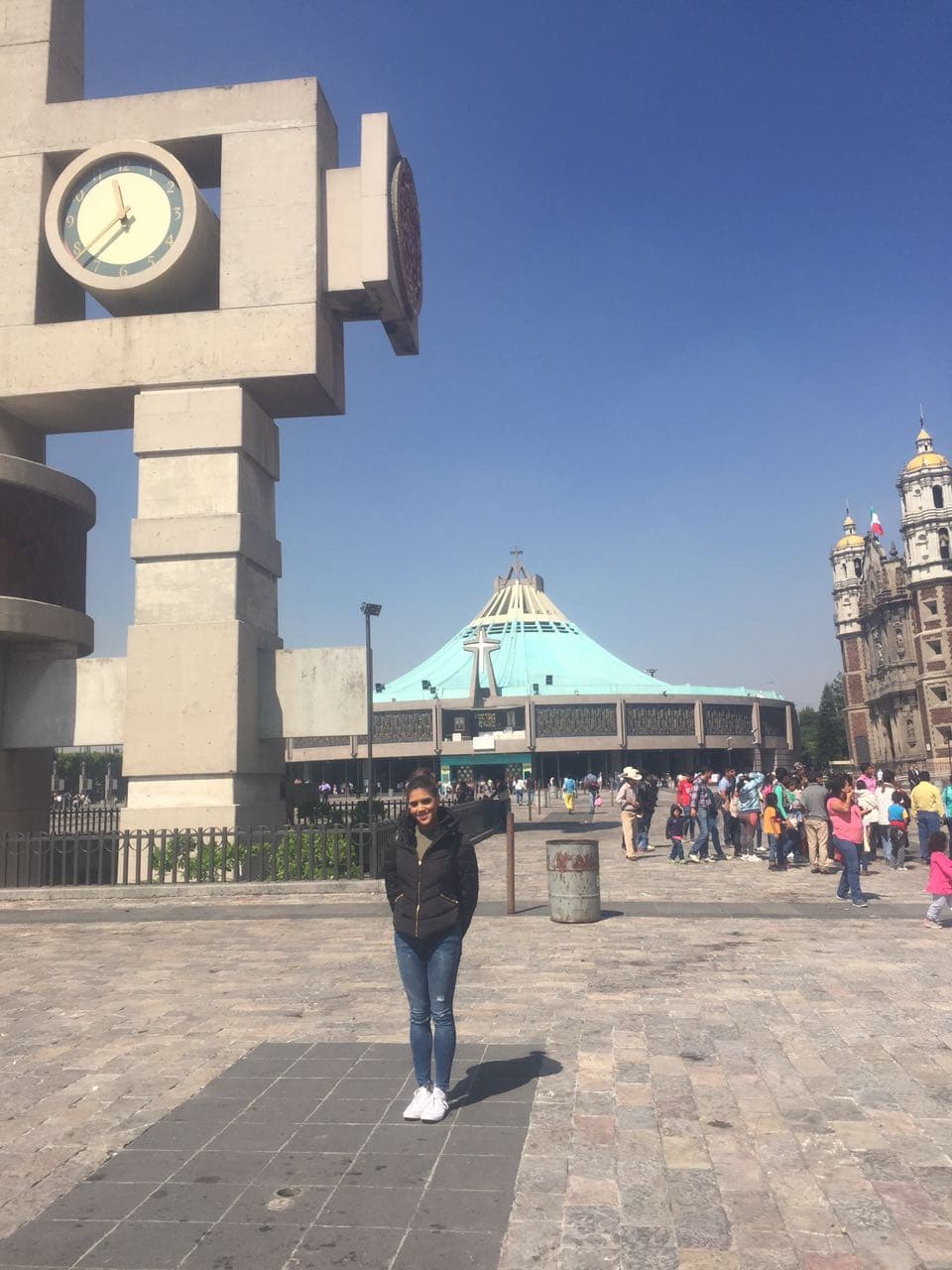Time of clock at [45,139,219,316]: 11:37
